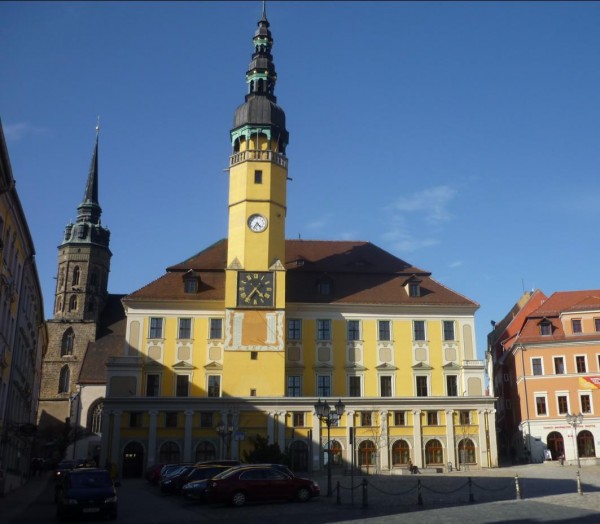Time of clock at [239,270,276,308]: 4:36
